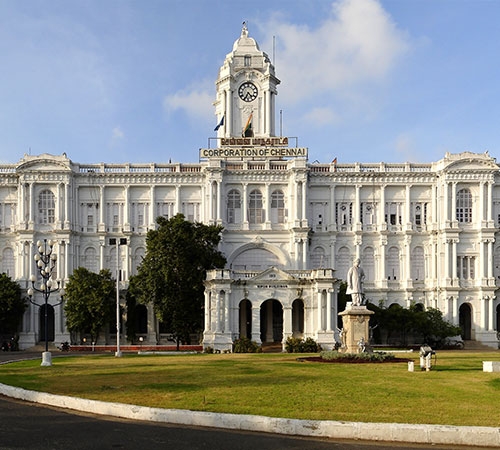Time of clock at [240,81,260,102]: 4:34
